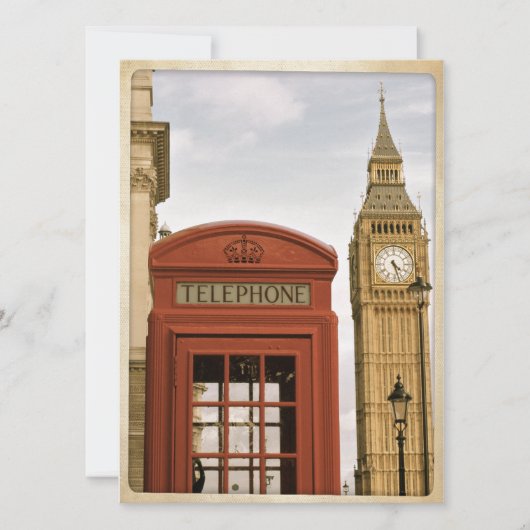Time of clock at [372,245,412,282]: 4:27
